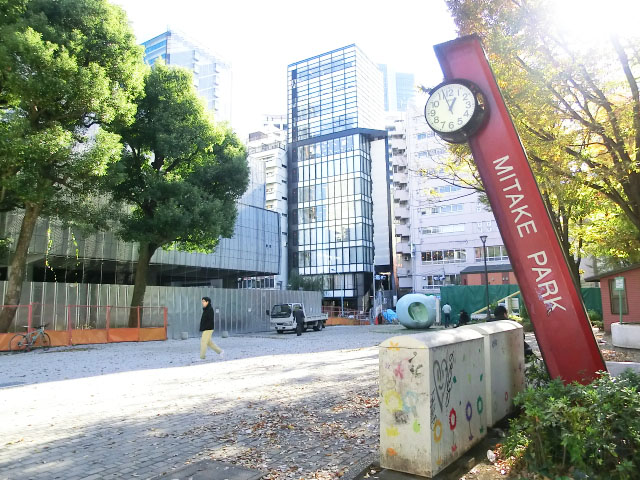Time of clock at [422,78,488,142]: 12:57
